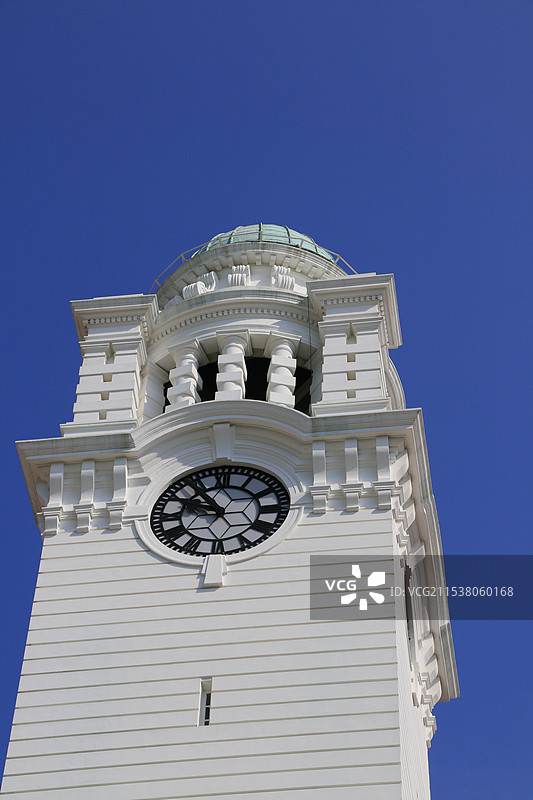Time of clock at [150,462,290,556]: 9:53
